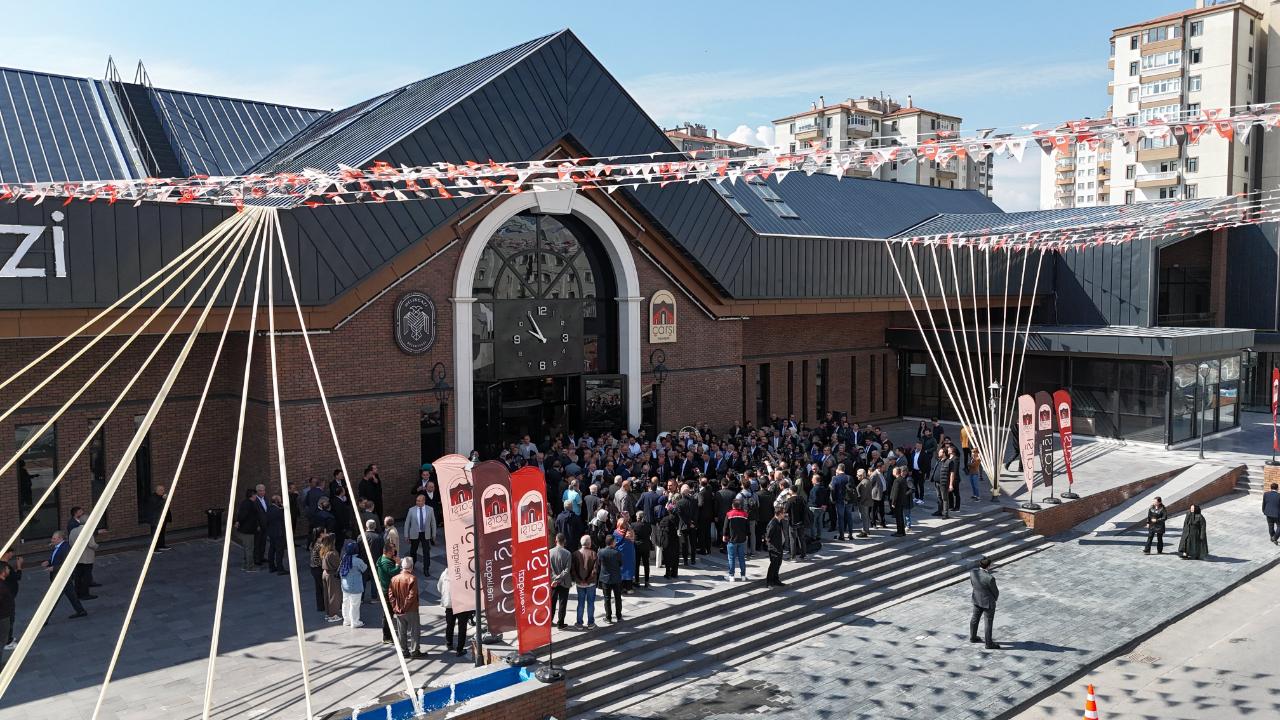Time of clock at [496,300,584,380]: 9:54
